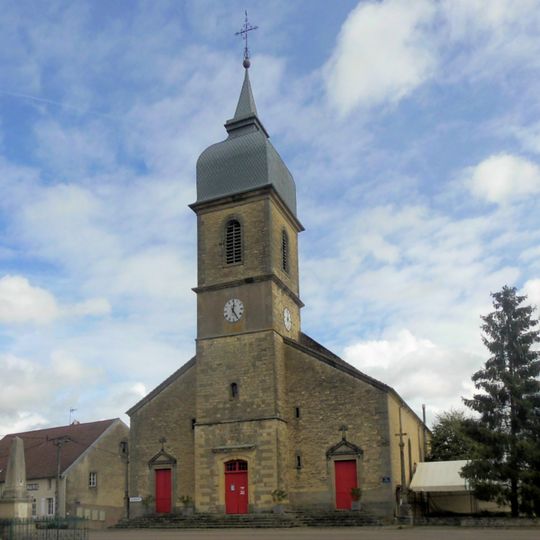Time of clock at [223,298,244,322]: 12:24
